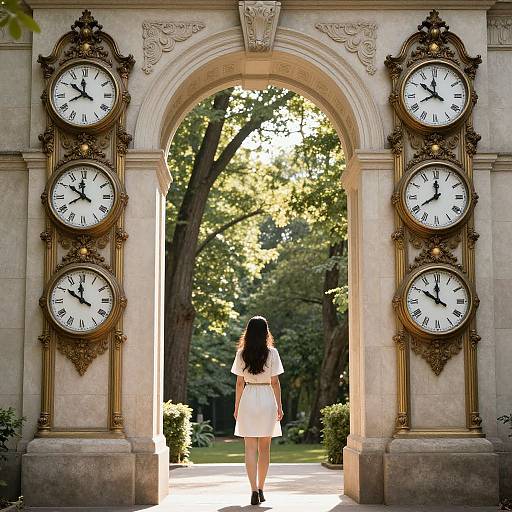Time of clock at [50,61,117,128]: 11:51
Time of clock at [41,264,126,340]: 11:50
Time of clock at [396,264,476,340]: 11:50
